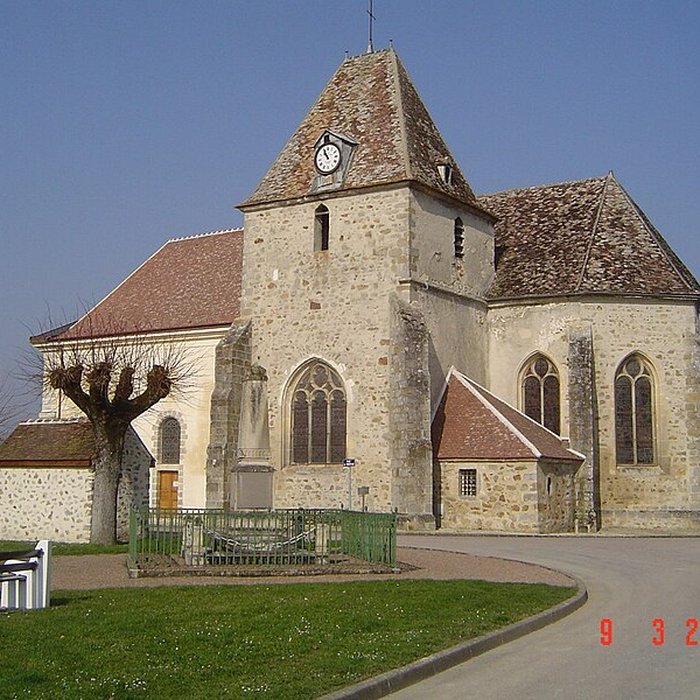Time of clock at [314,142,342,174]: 10:55
